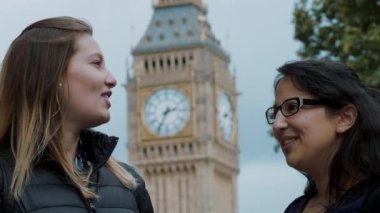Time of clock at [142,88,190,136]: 2:34
